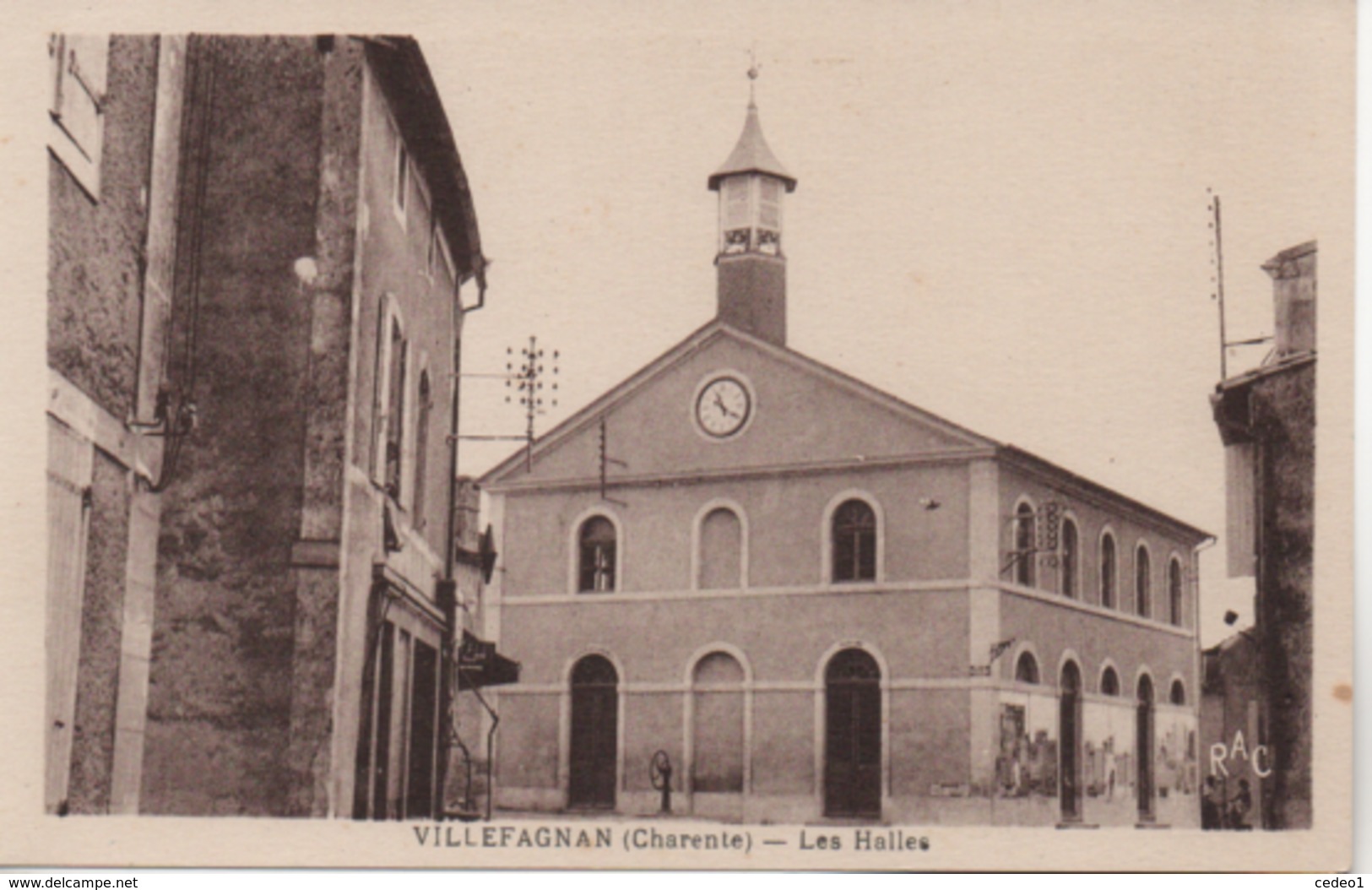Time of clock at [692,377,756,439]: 11:20
